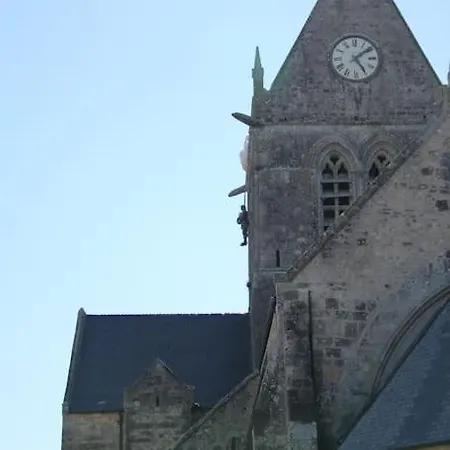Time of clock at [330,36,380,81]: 5:08
